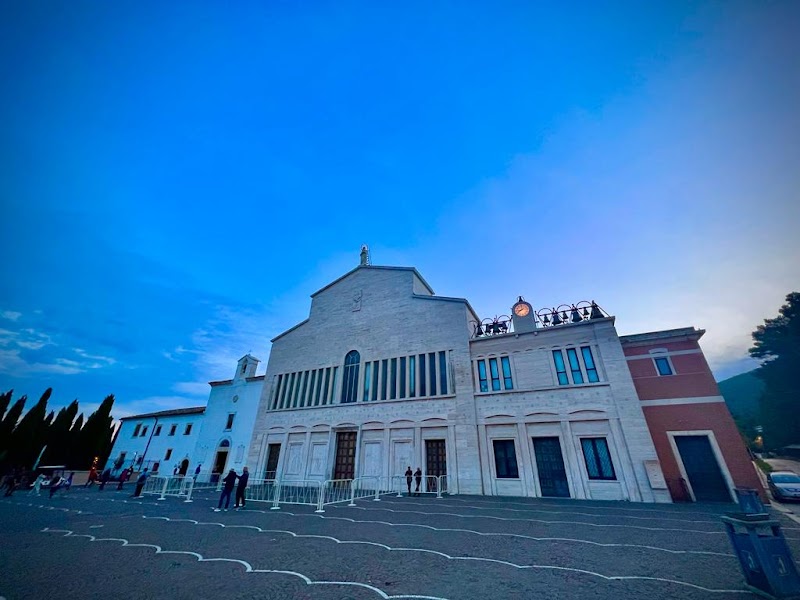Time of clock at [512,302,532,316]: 8:38
